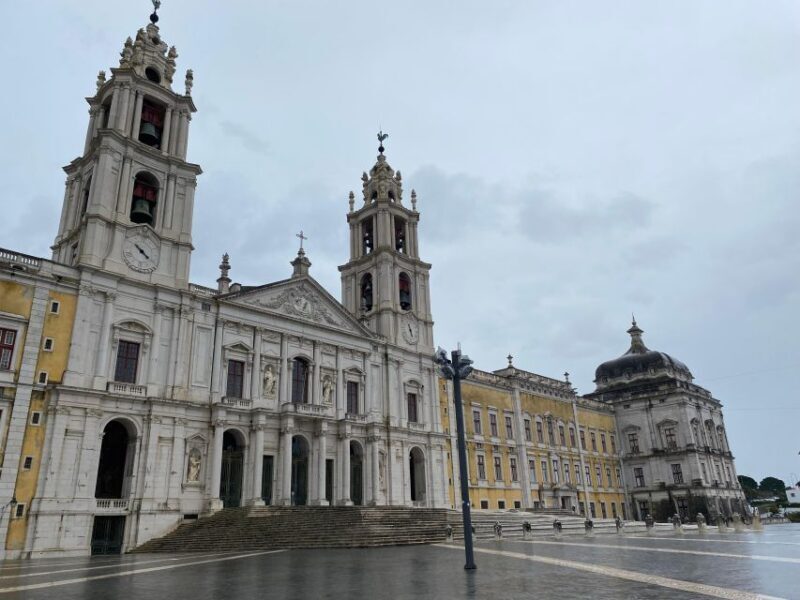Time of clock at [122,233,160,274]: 10:21
